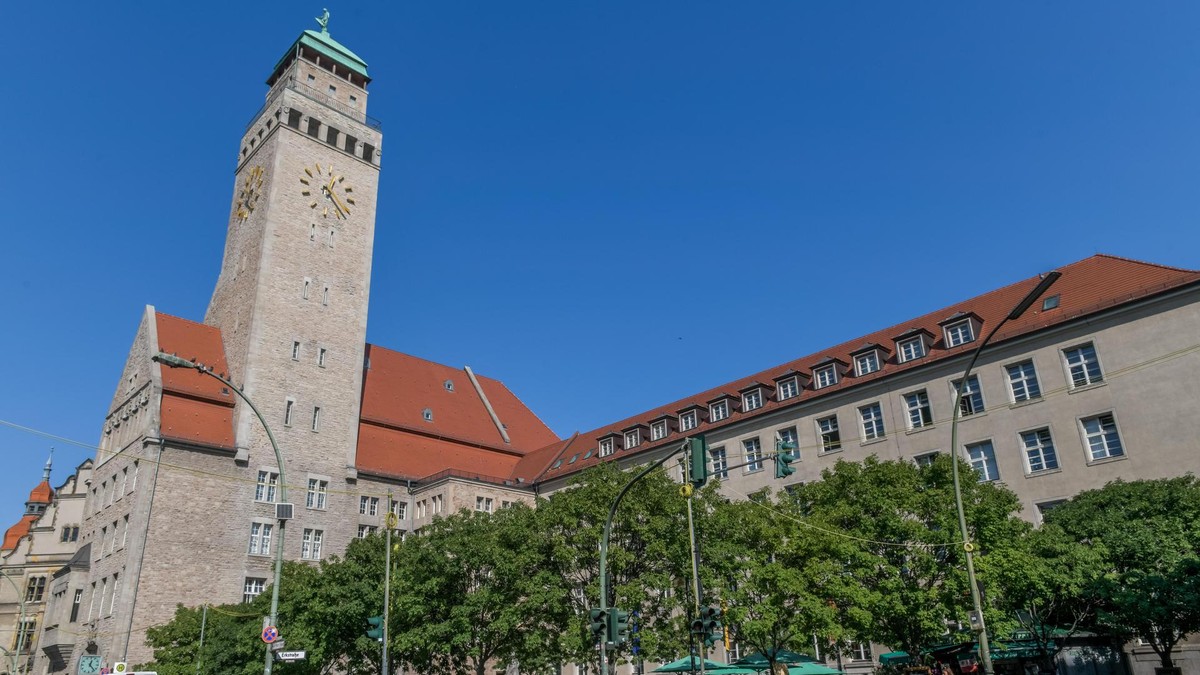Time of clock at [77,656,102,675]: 12:23
